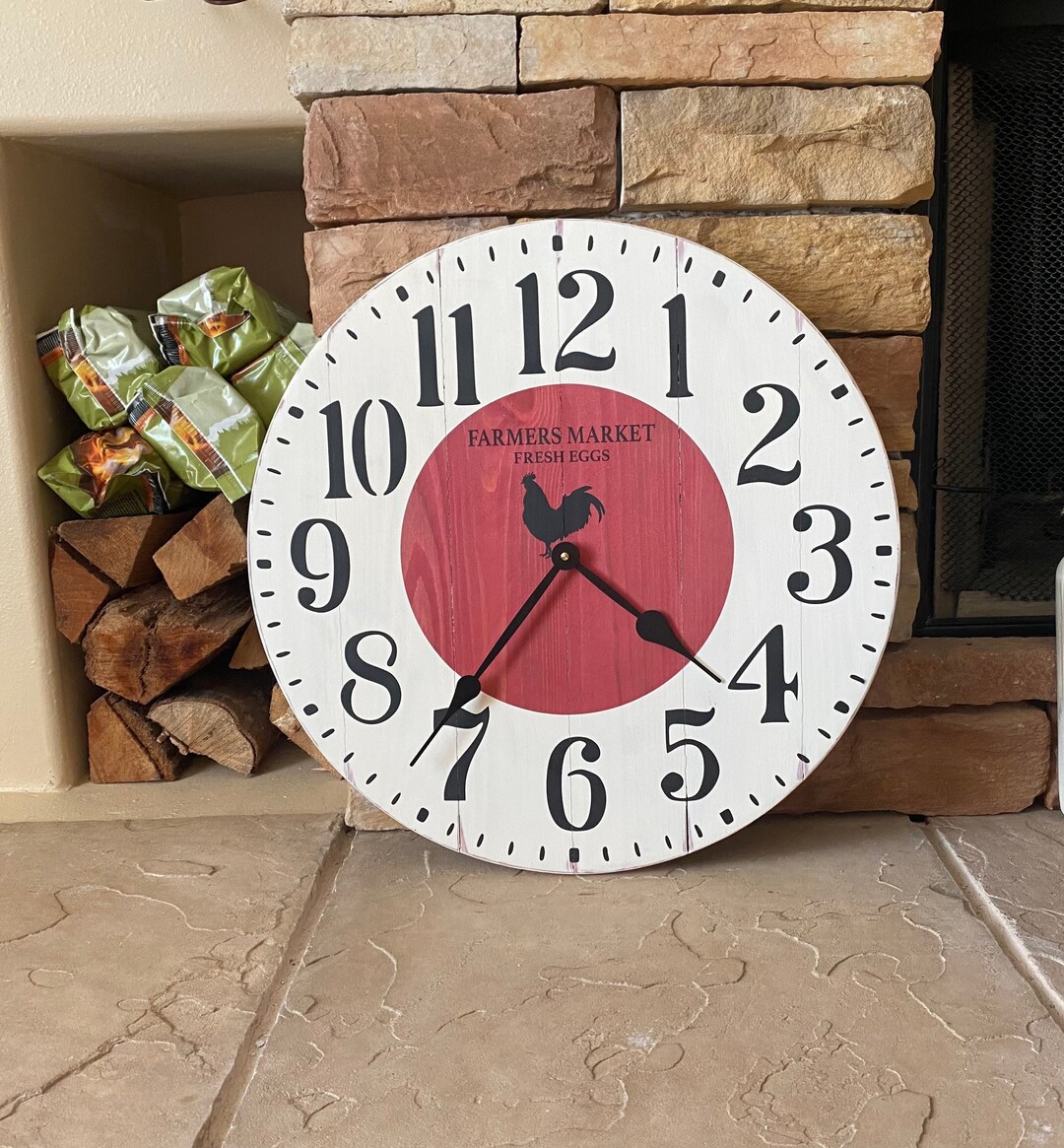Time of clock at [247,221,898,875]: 7:21
